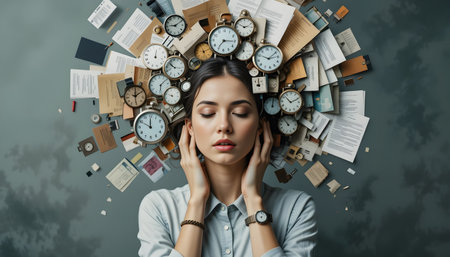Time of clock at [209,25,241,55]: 7:15
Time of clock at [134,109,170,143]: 11:49
